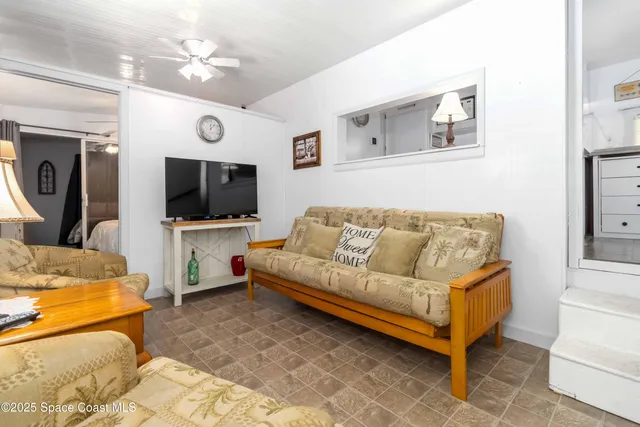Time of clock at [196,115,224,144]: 12:07
